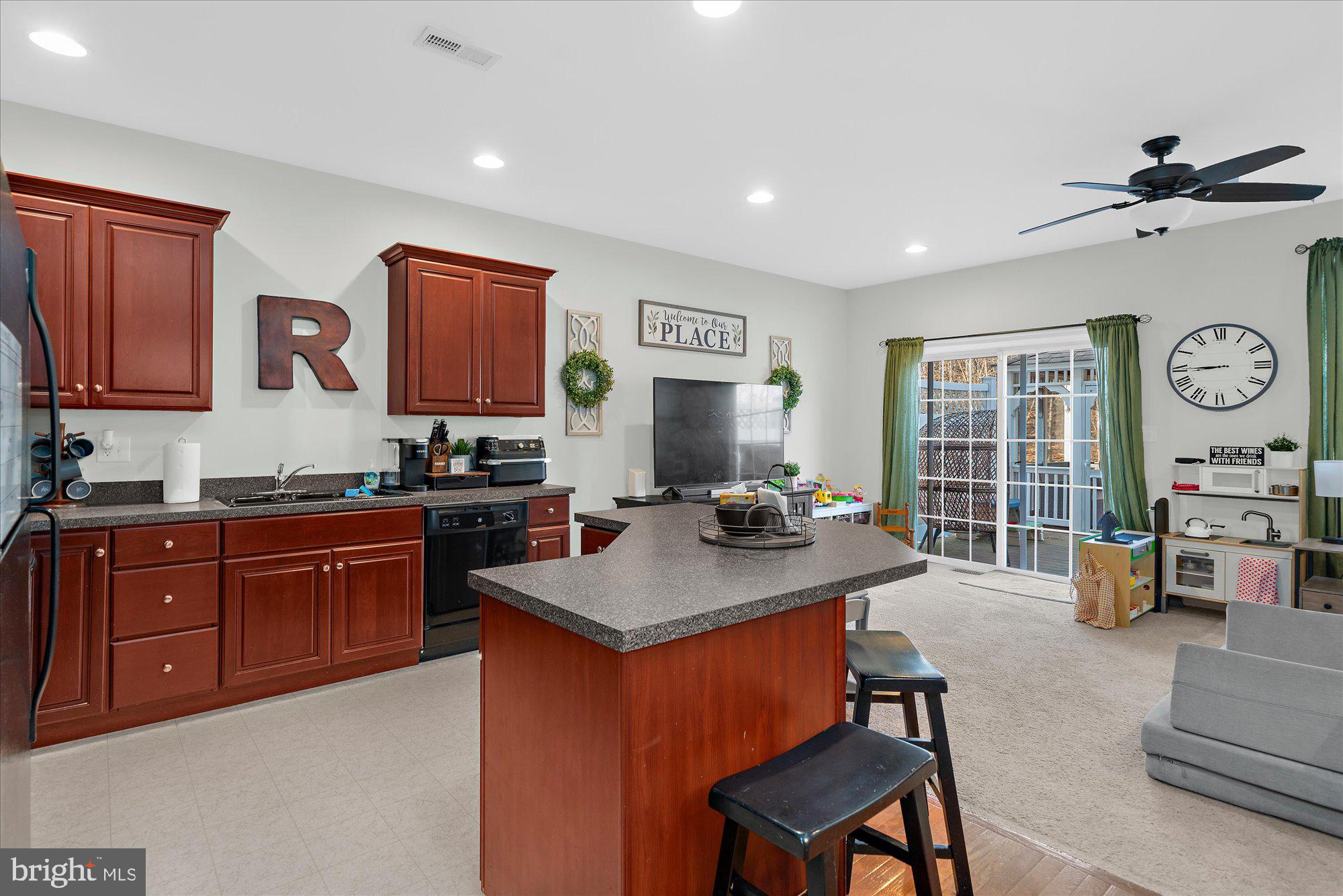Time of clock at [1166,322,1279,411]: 8:45
